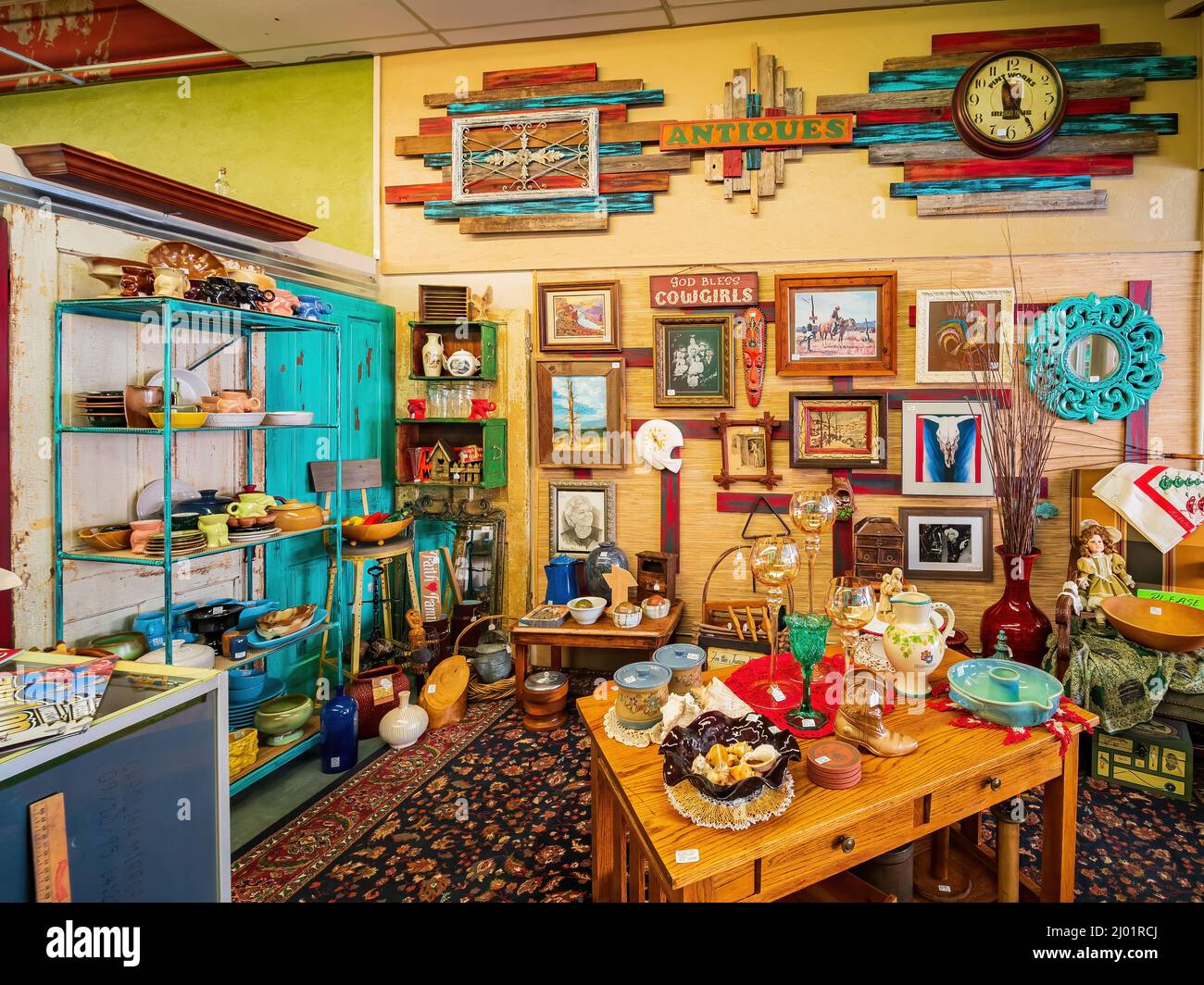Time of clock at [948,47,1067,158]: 11:24
